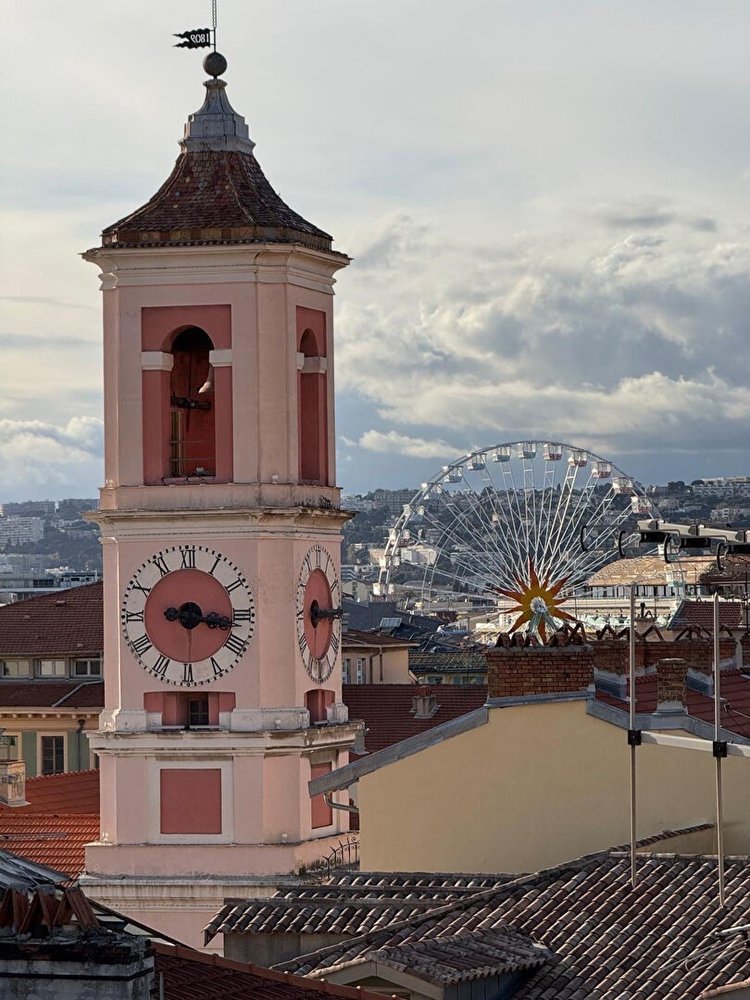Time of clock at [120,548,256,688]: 3:16
